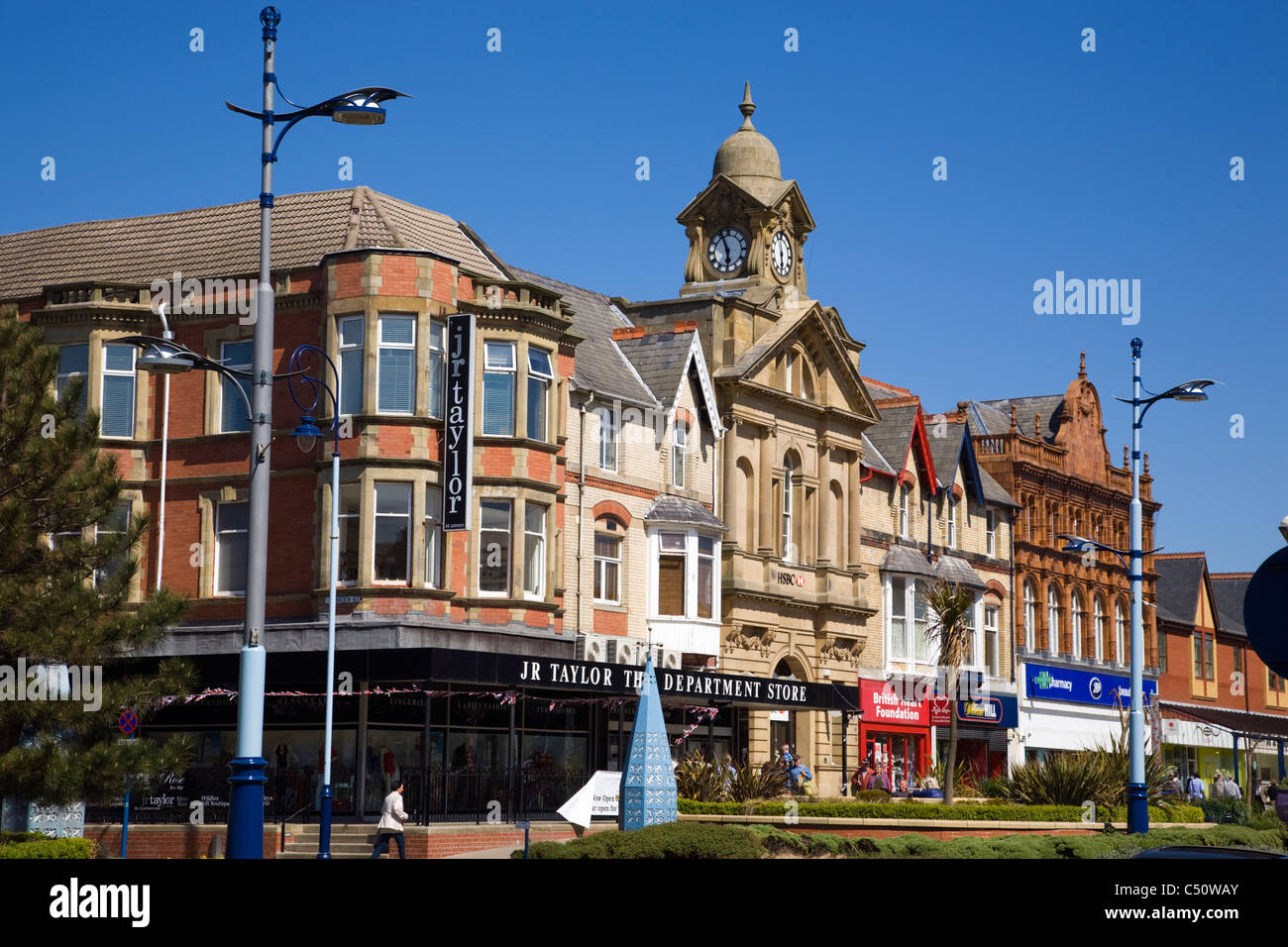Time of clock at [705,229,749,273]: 5:55
